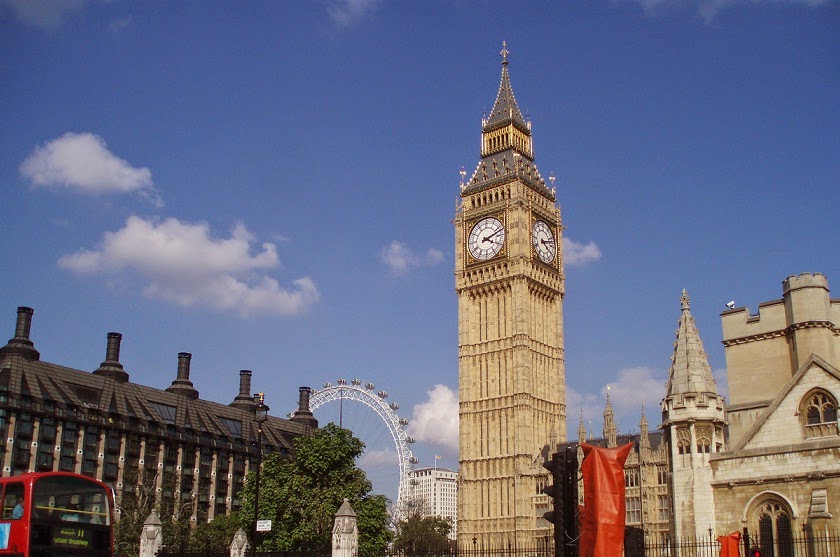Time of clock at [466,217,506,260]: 4:12
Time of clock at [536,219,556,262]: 4:12
